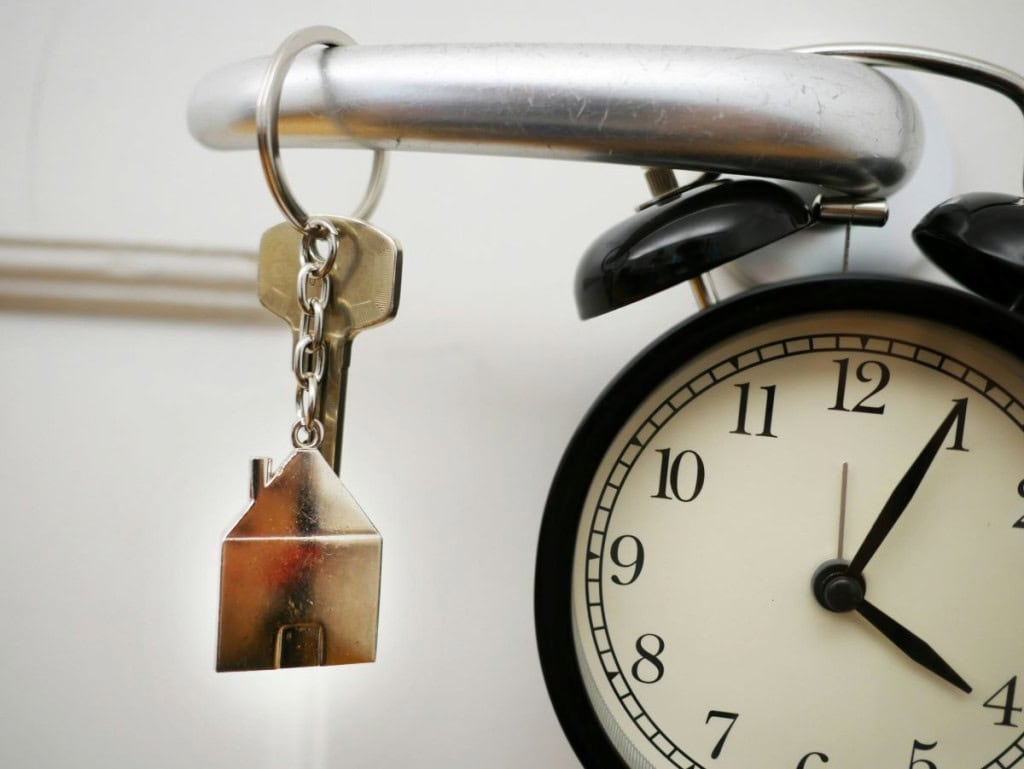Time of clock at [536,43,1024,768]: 4:04
